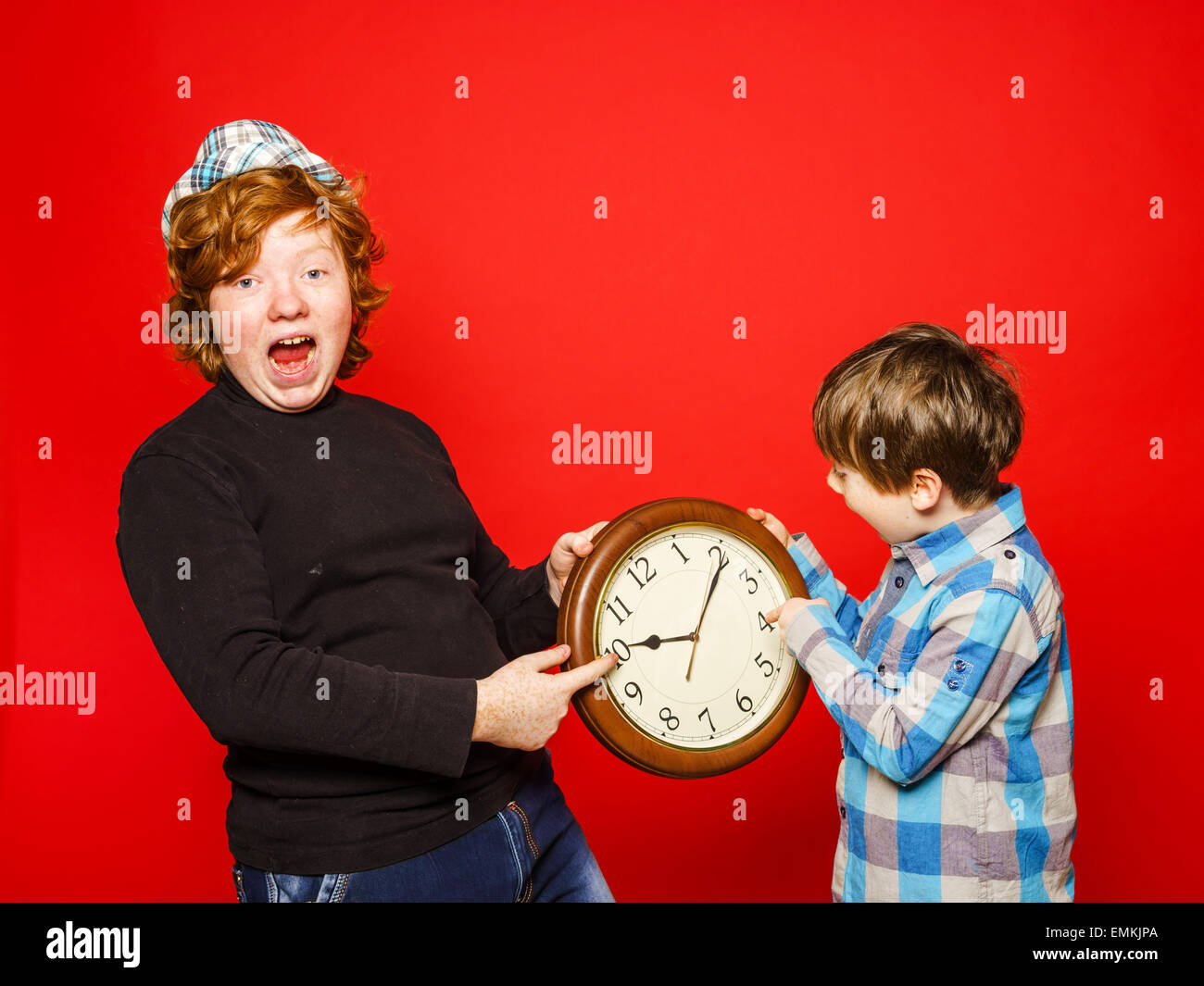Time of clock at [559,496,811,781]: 9:05
